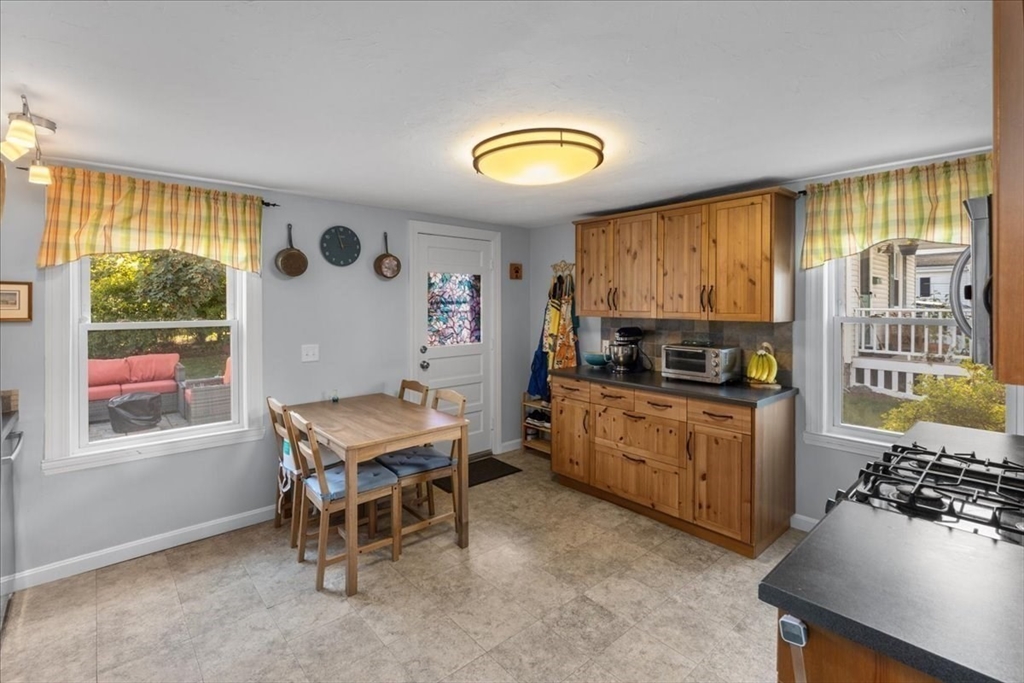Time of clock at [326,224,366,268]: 2:57
